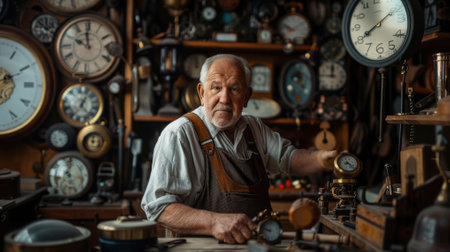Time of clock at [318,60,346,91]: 11:46
